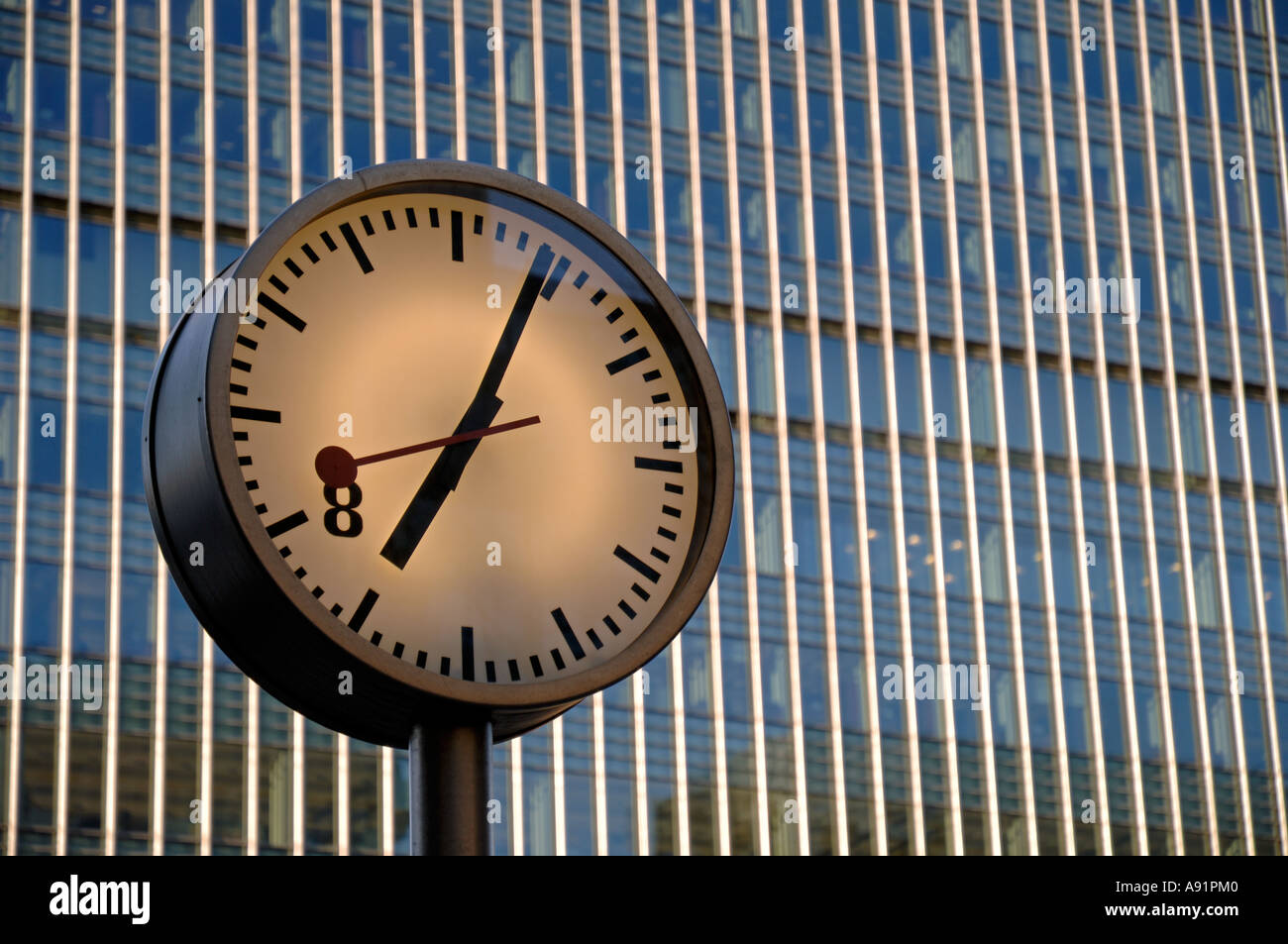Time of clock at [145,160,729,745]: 7:04
